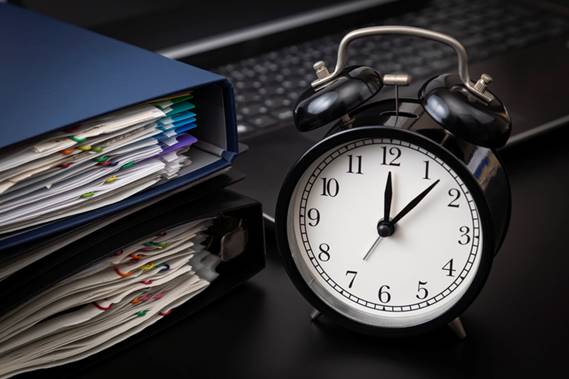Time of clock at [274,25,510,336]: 12:07
